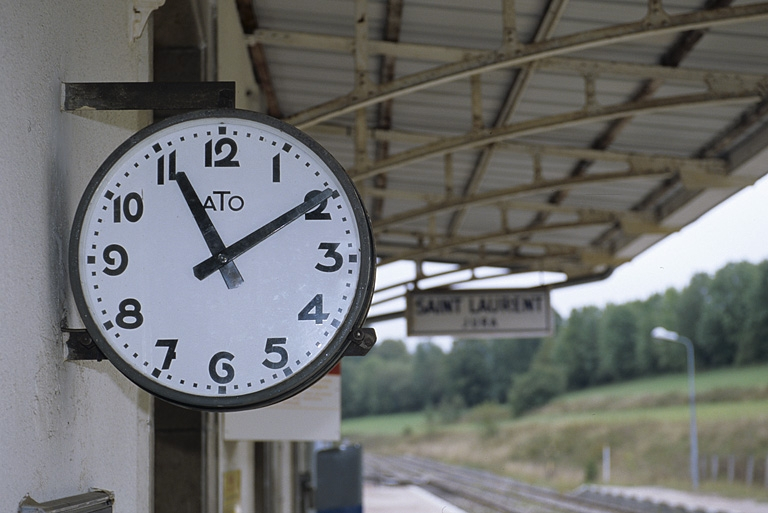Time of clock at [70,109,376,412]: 11:09
